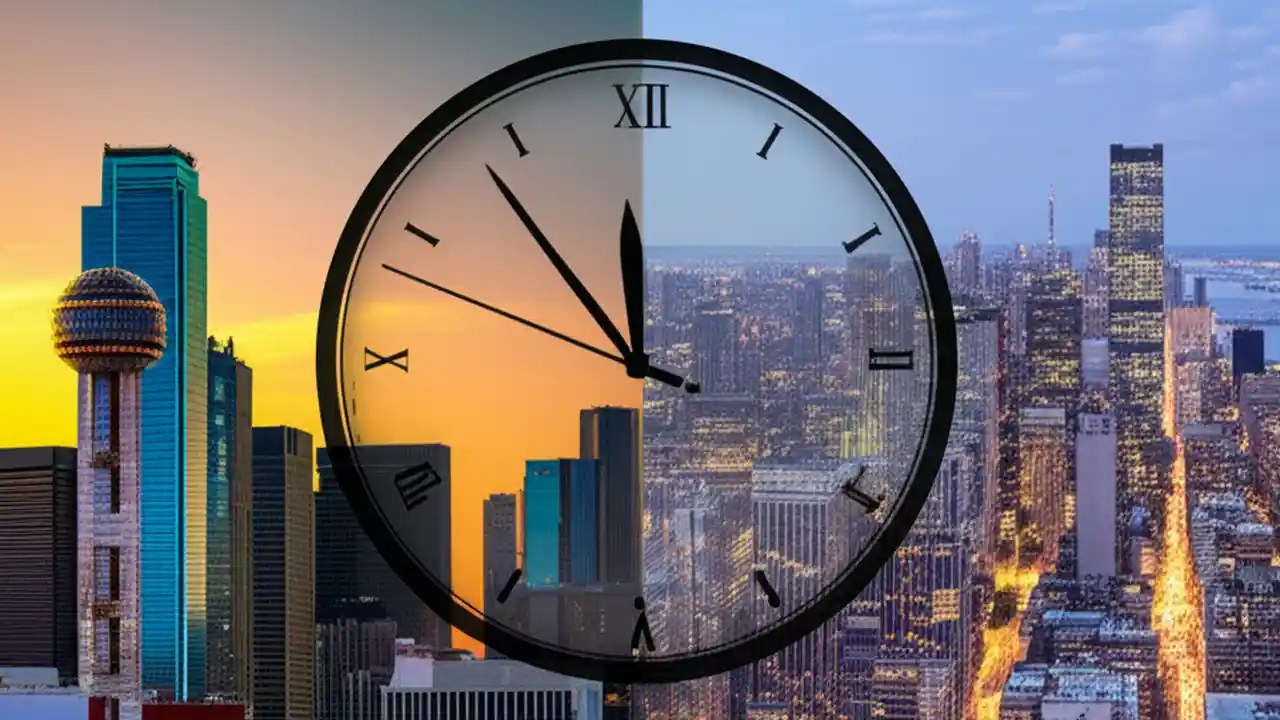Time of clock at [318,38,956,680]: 11:53
